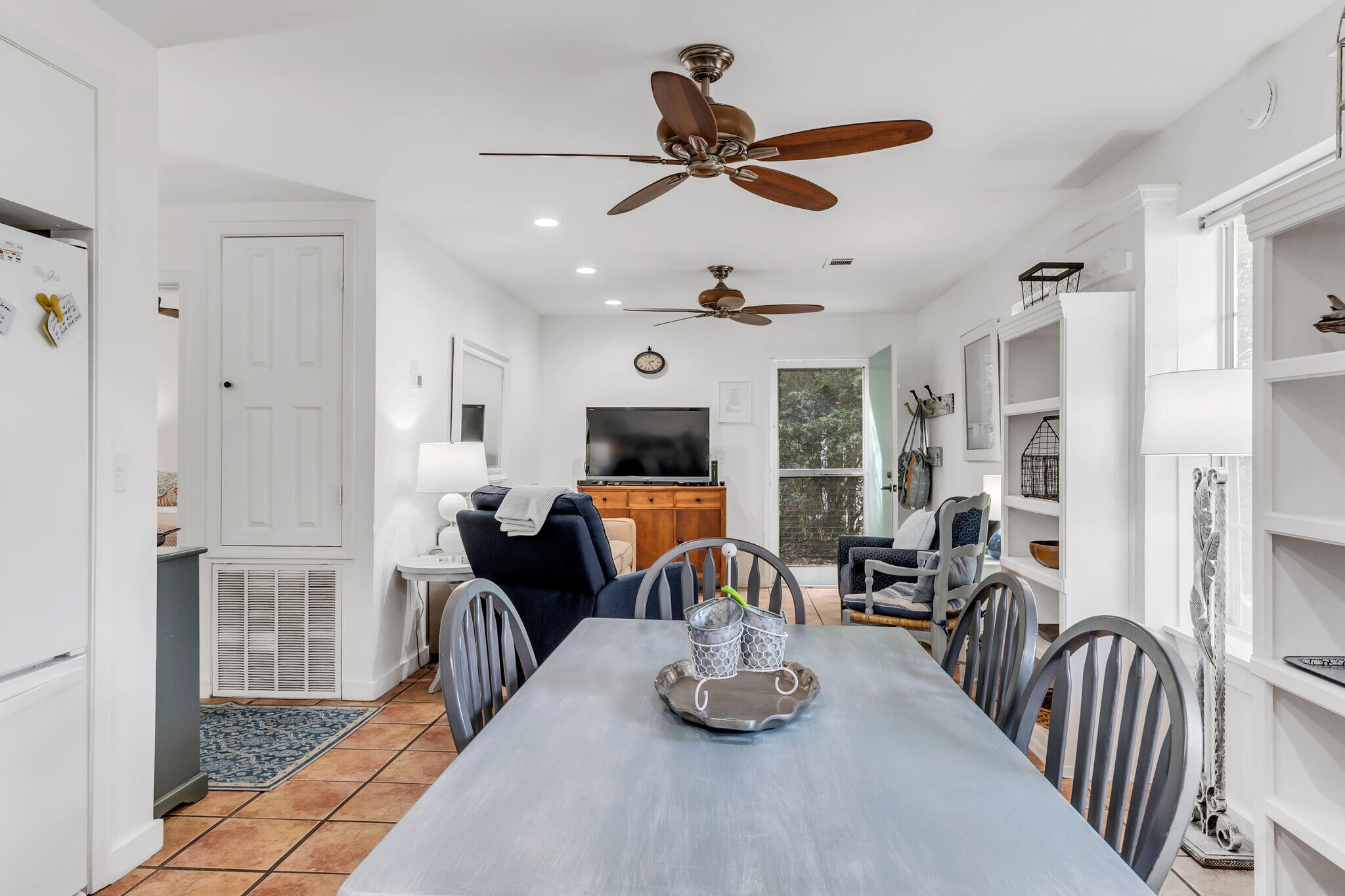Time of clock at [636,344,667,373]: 1:25
